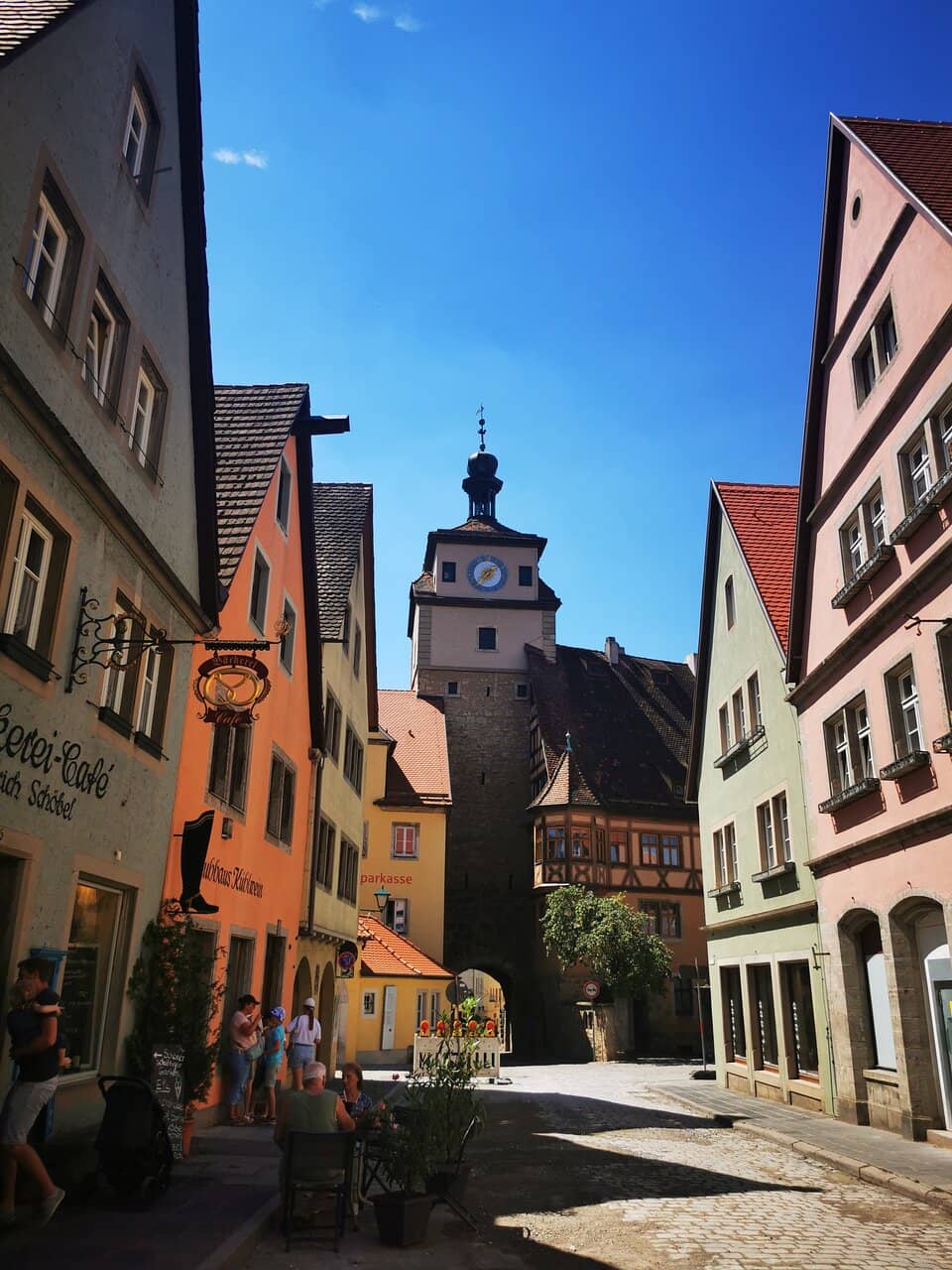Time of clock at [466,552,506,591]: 1:37
